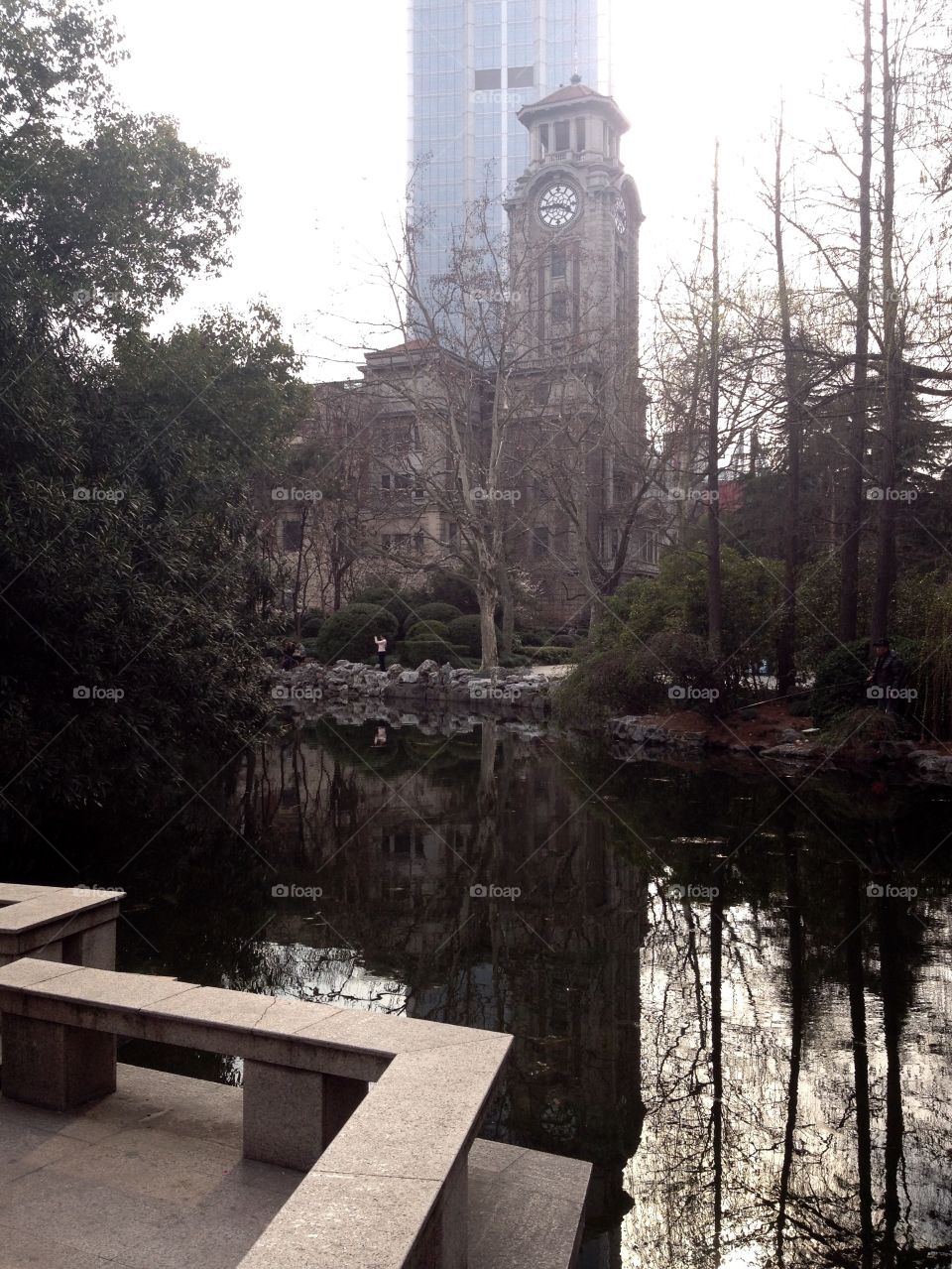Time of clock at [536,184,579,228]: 3:44
